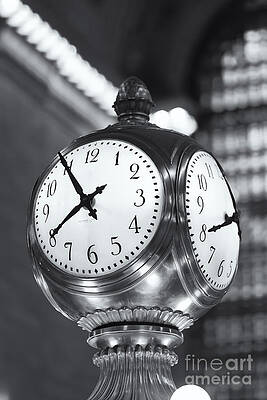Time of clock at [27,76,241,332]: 7:54
